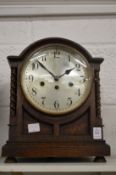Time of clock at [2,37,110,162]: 1:52
